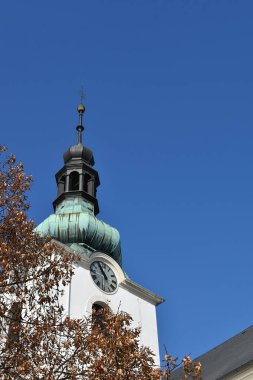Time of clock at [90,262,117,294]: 10:55
